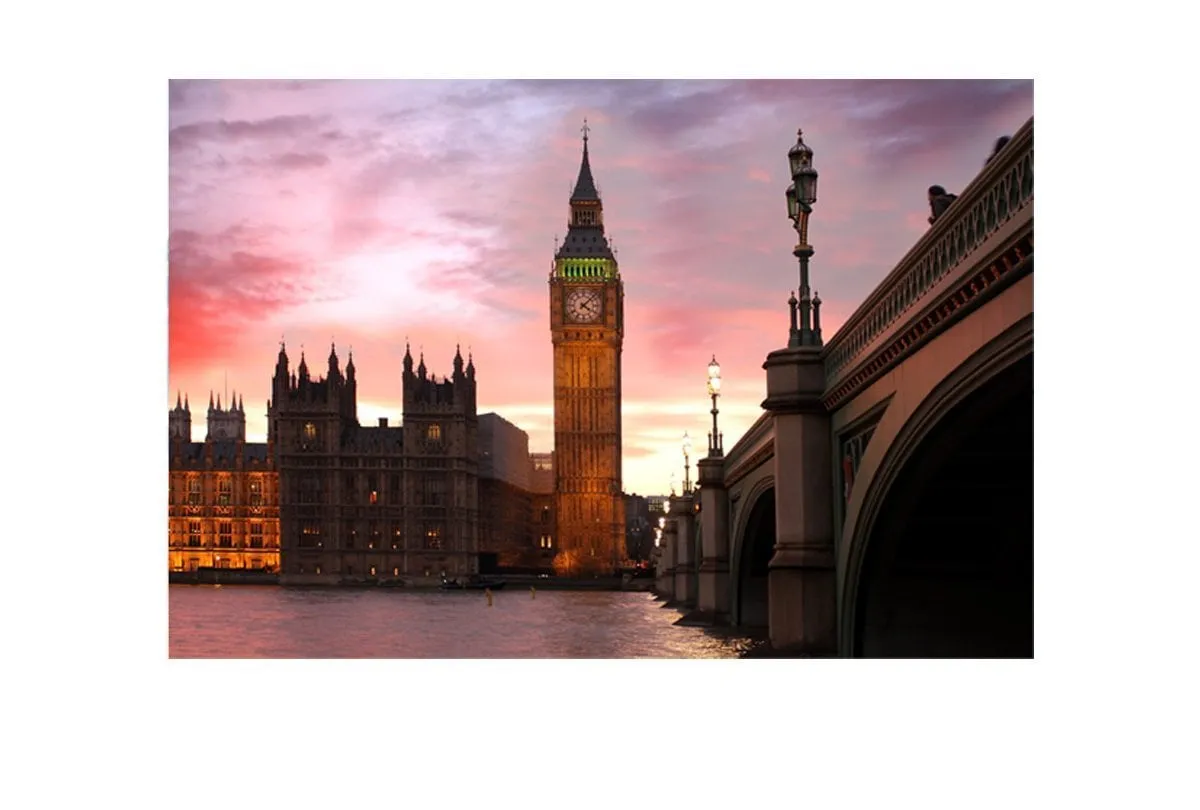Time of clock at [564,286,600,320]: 4:07
